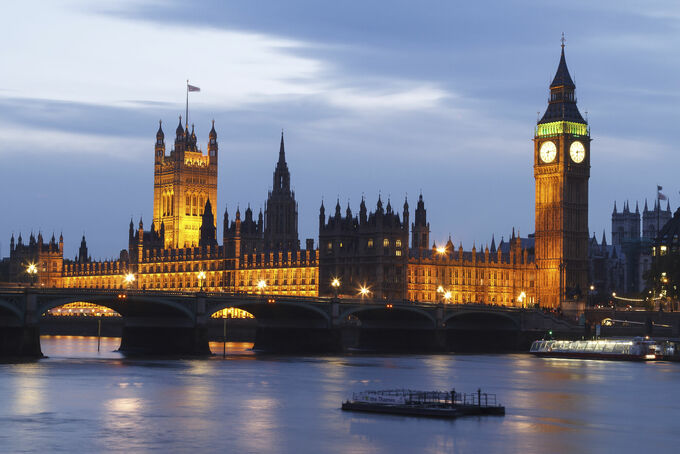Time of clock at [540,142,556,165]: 6:13
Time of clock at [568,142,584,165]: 6:13
